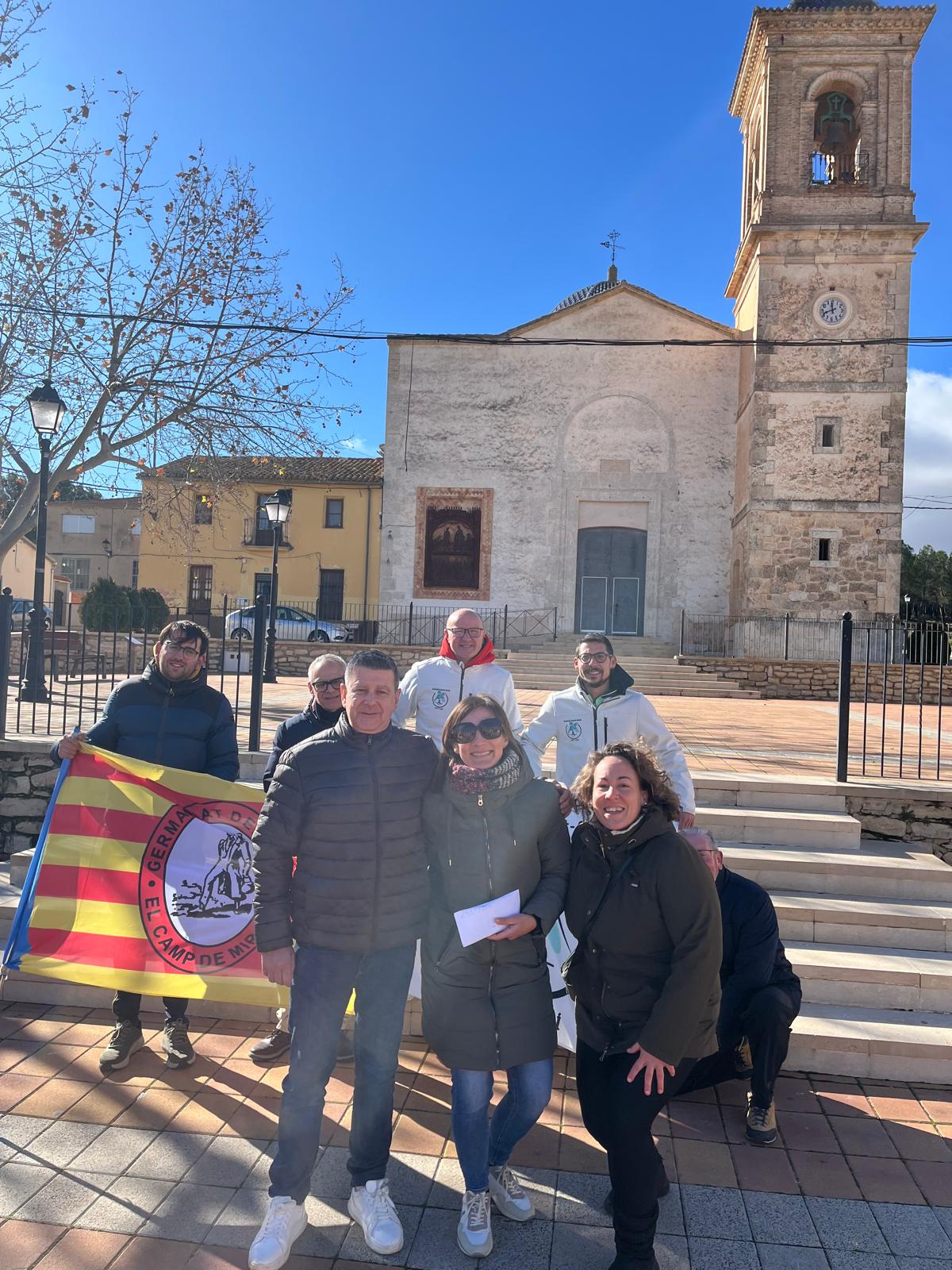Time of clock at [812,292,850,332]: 11:41
